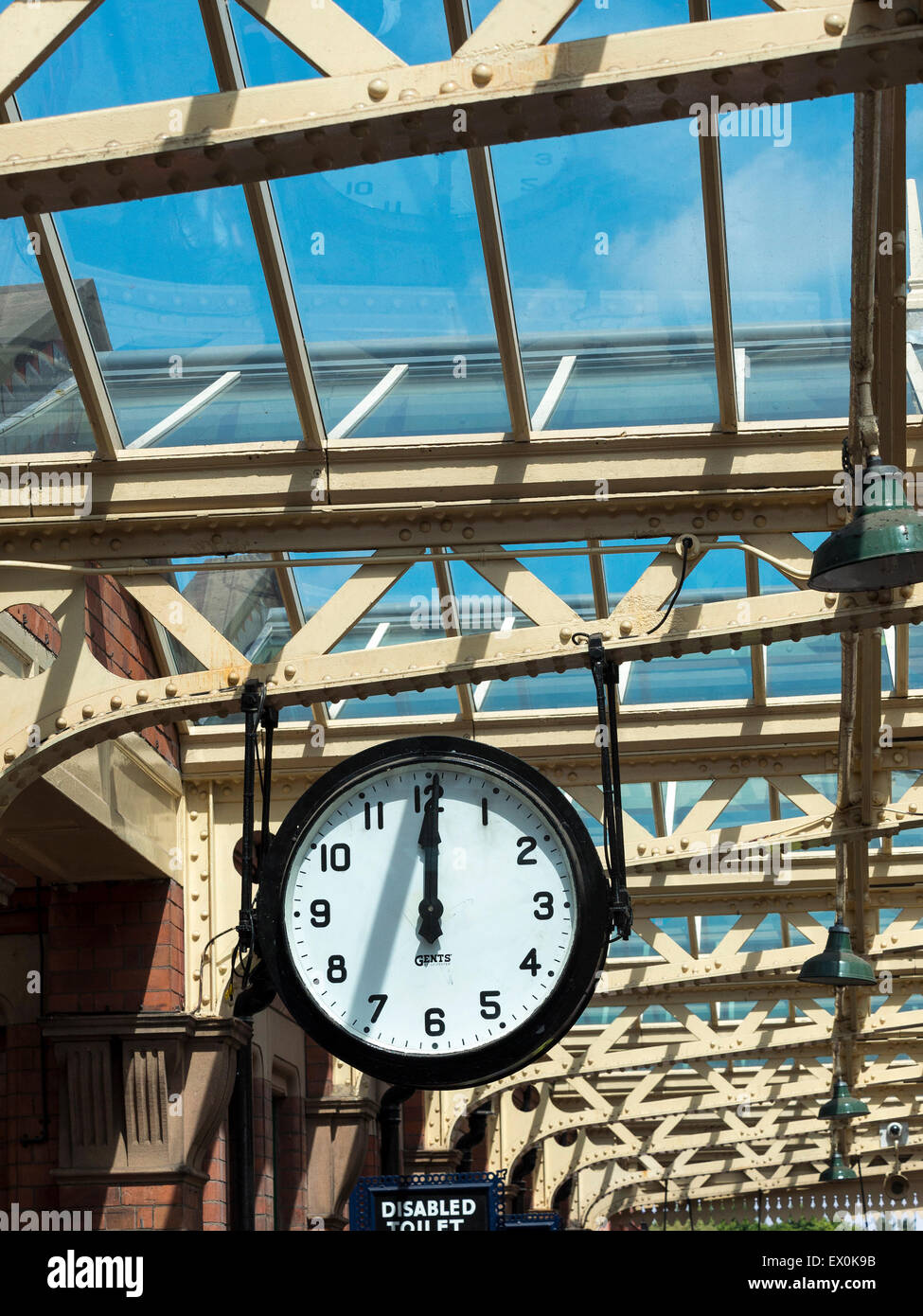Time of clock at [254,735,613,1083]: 12:00
